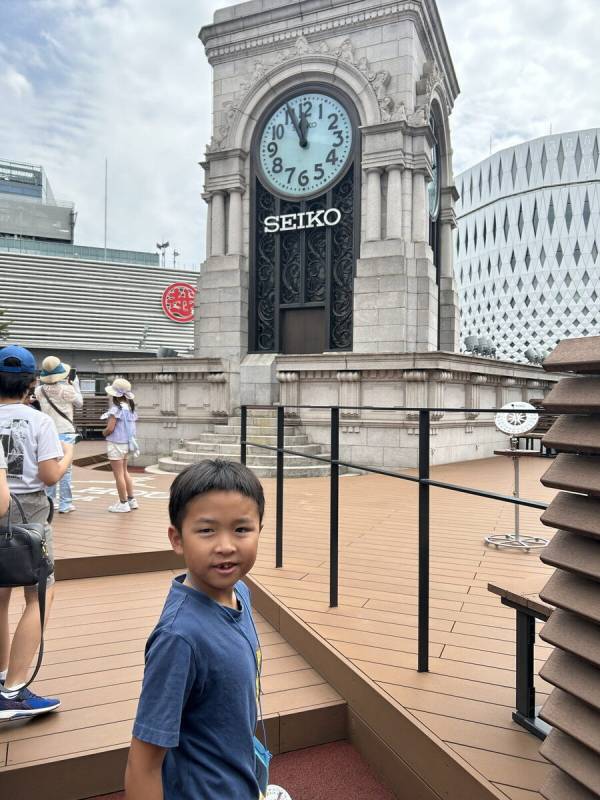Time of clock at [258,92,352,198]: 11:55
